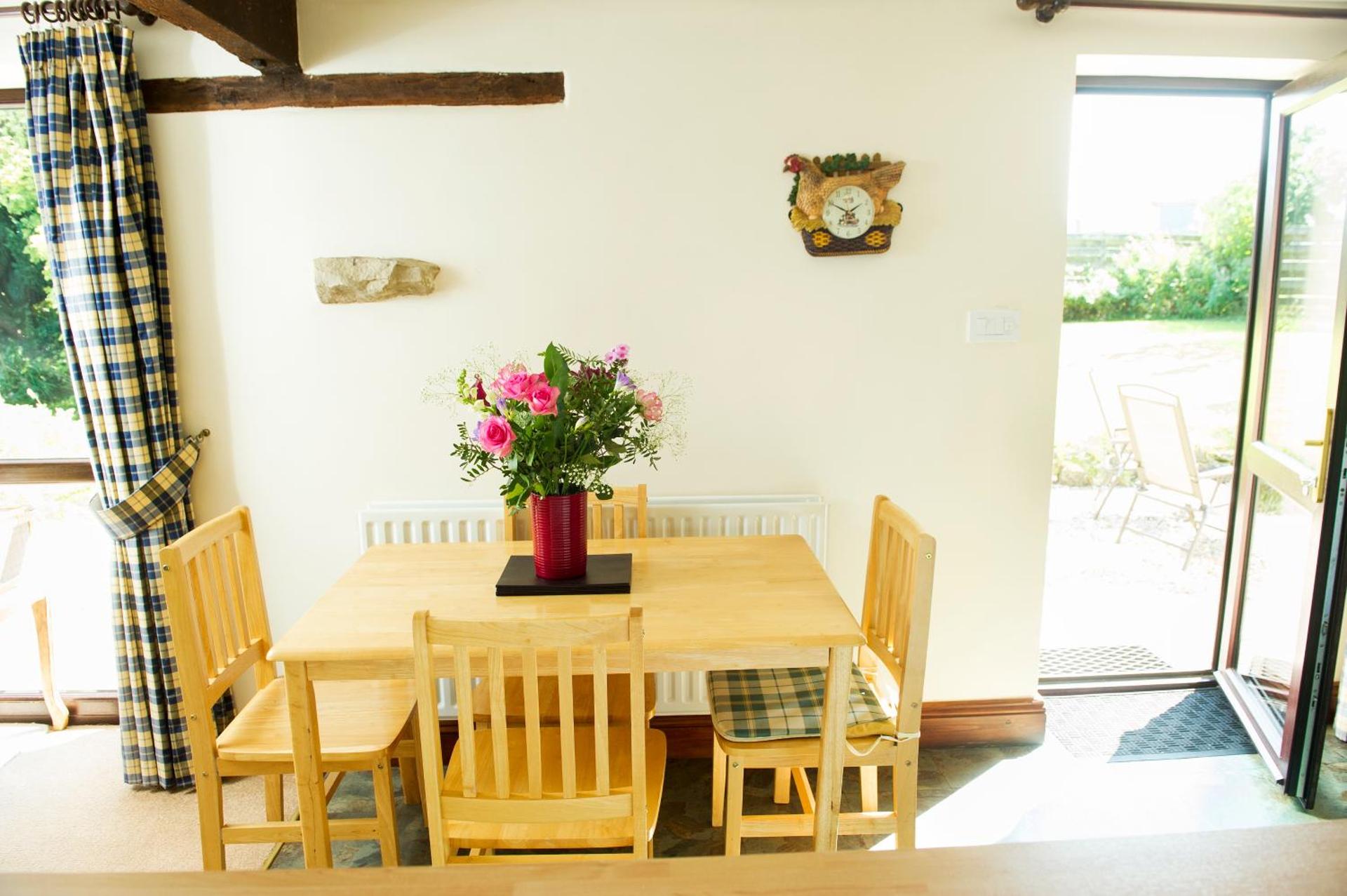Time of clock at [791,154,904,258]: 1:50
